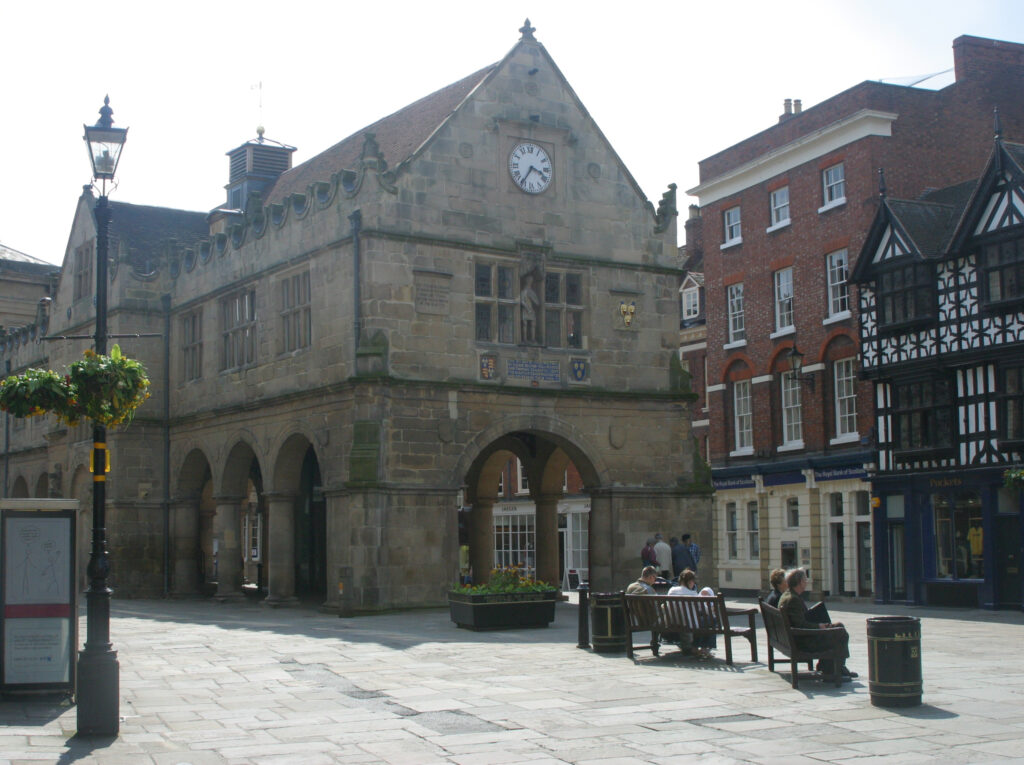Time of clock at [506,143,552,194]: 3:35
